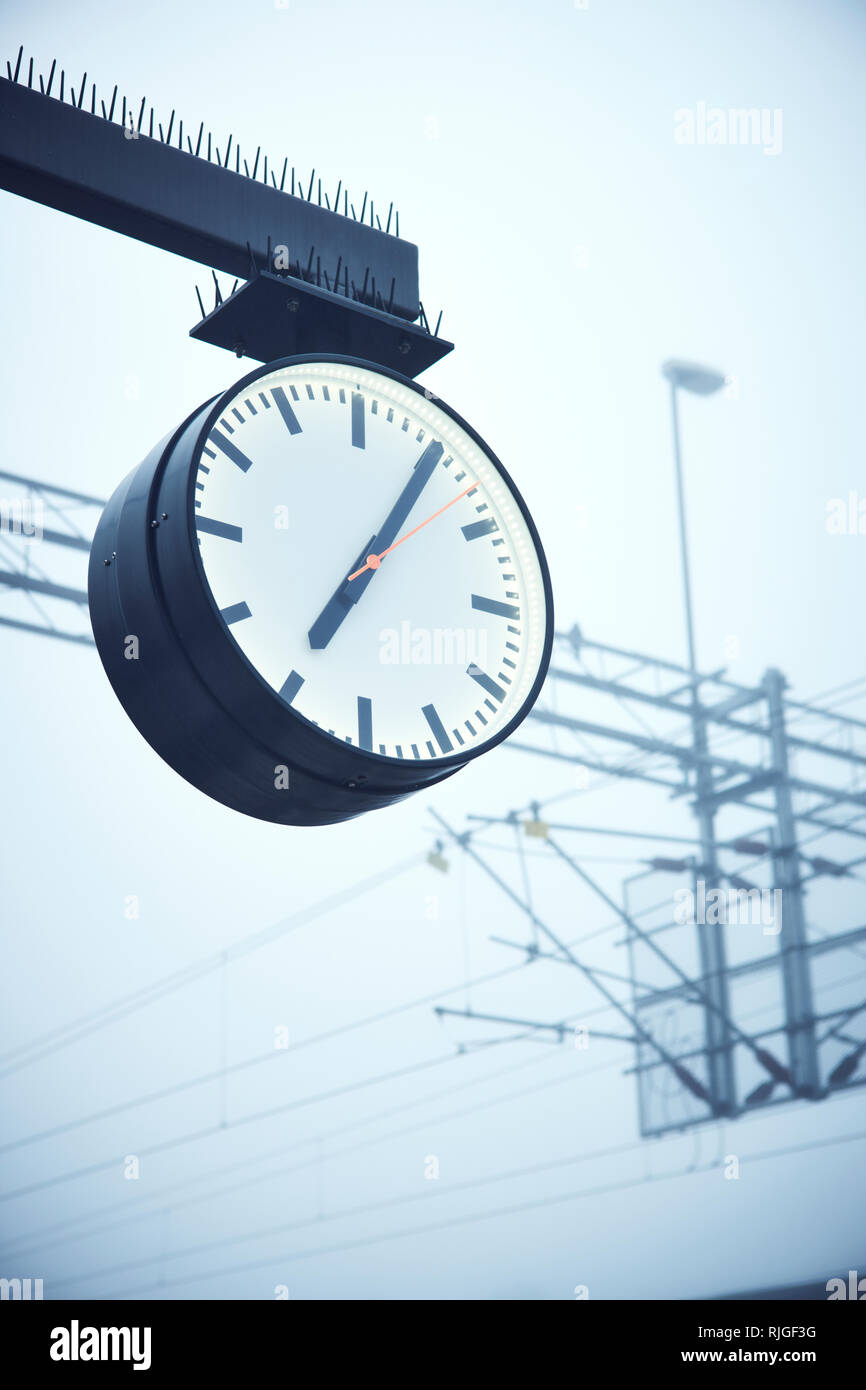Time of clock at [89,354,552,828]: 7:05
